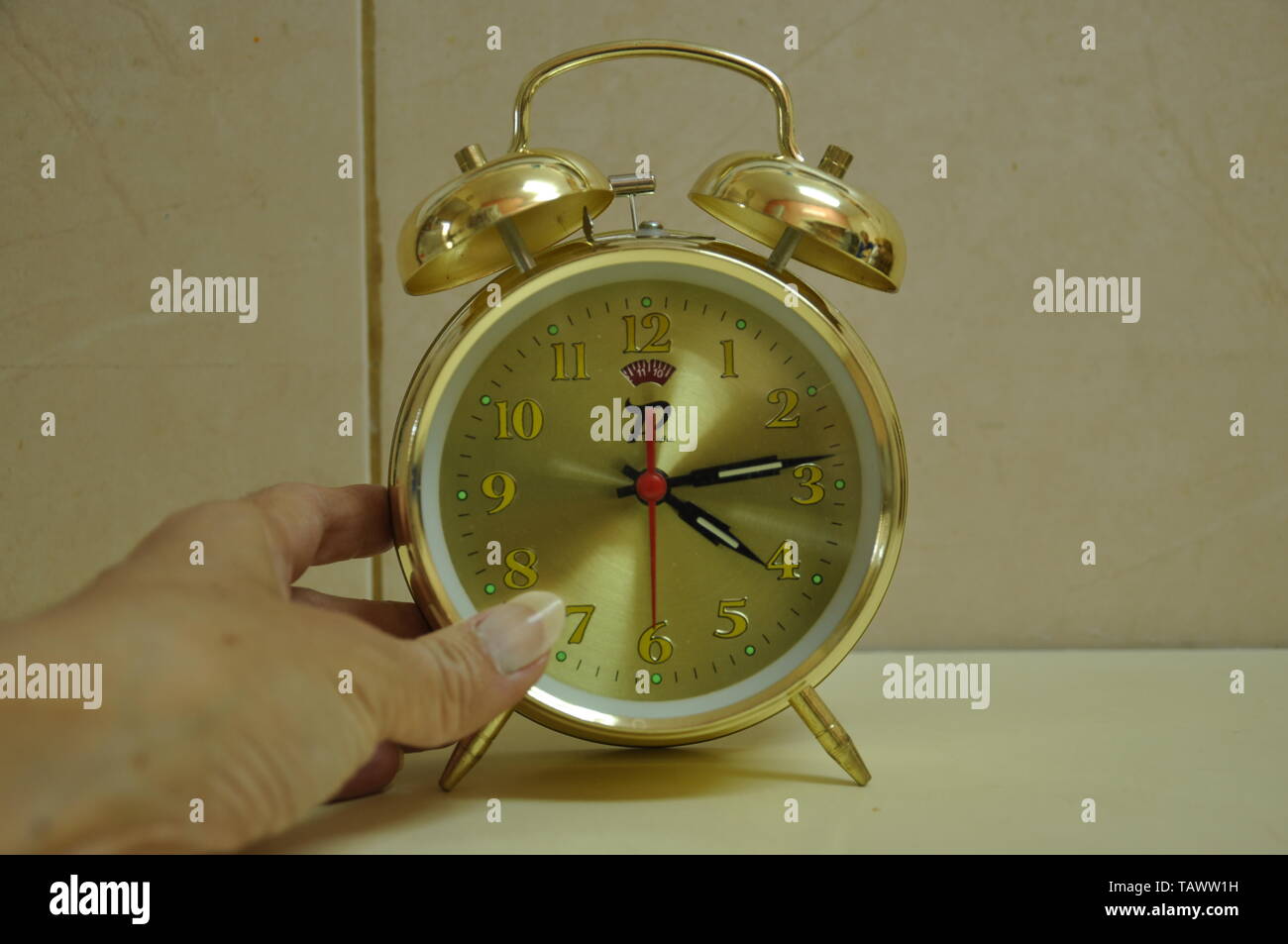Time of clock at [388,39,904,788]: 4:13
